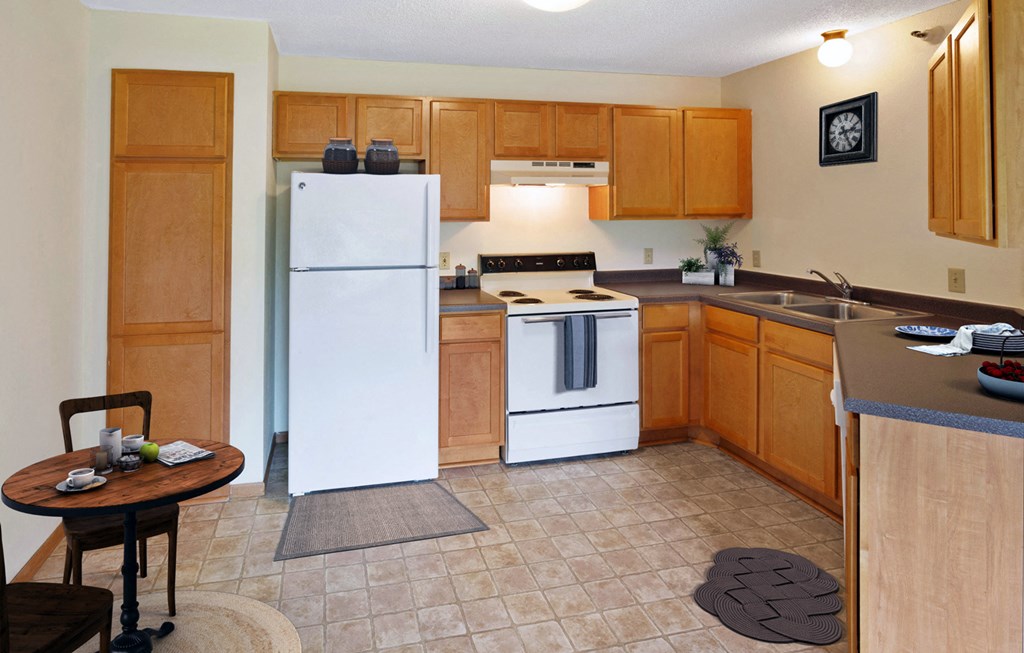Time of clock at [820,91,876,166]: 2:24
